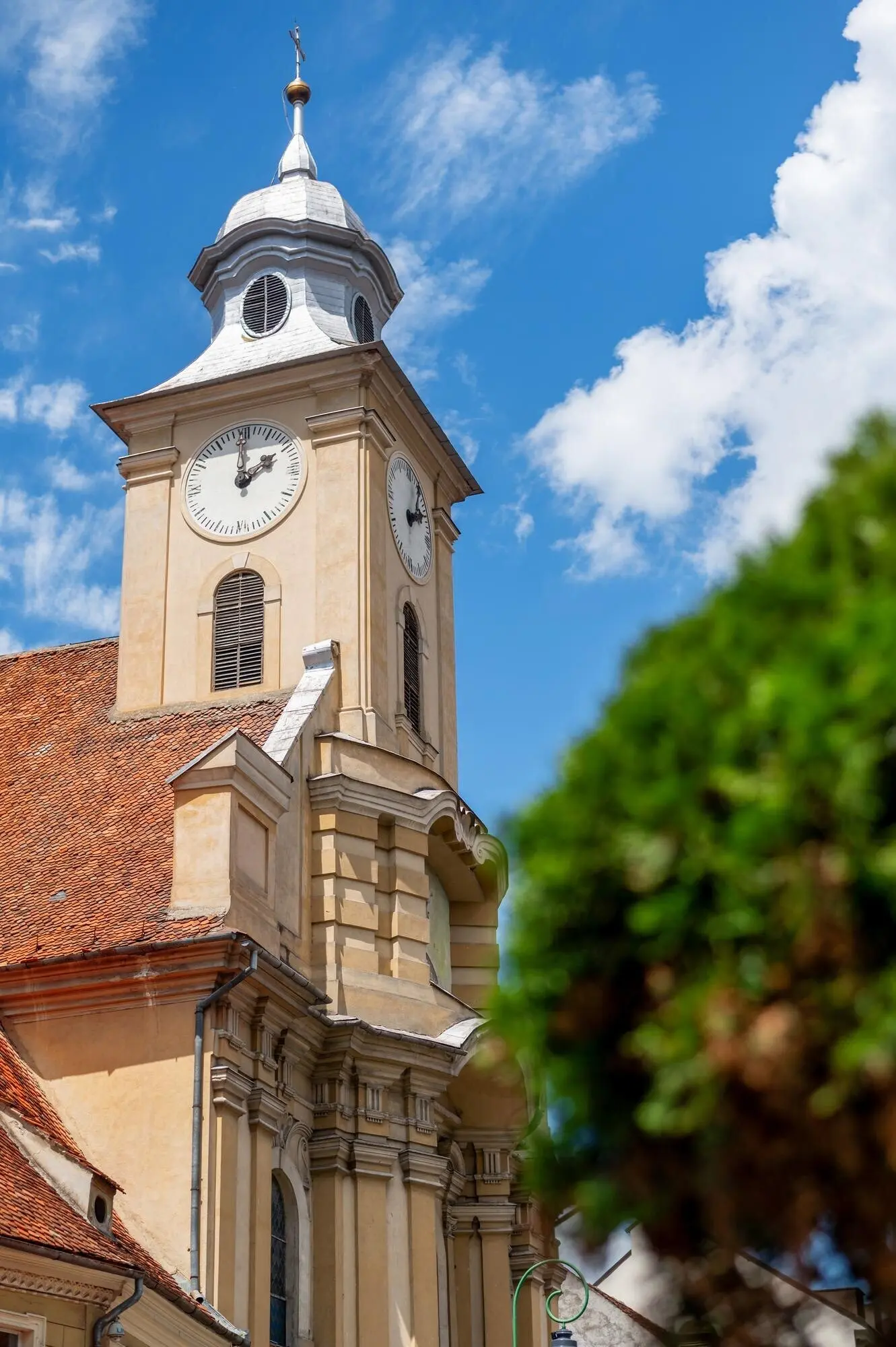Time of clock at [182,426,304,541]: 2:00
